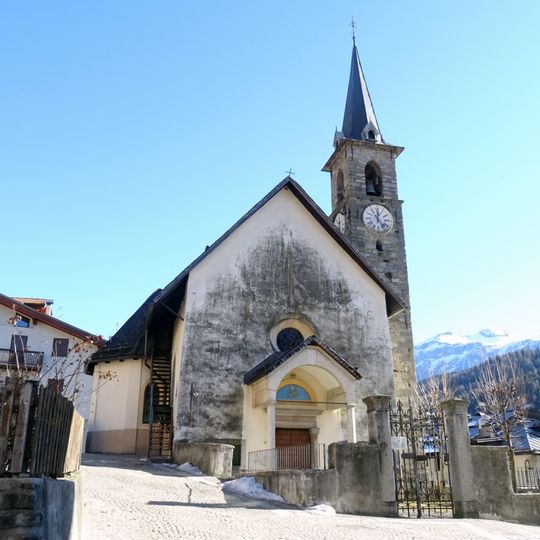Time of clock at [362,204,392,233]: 12:23
